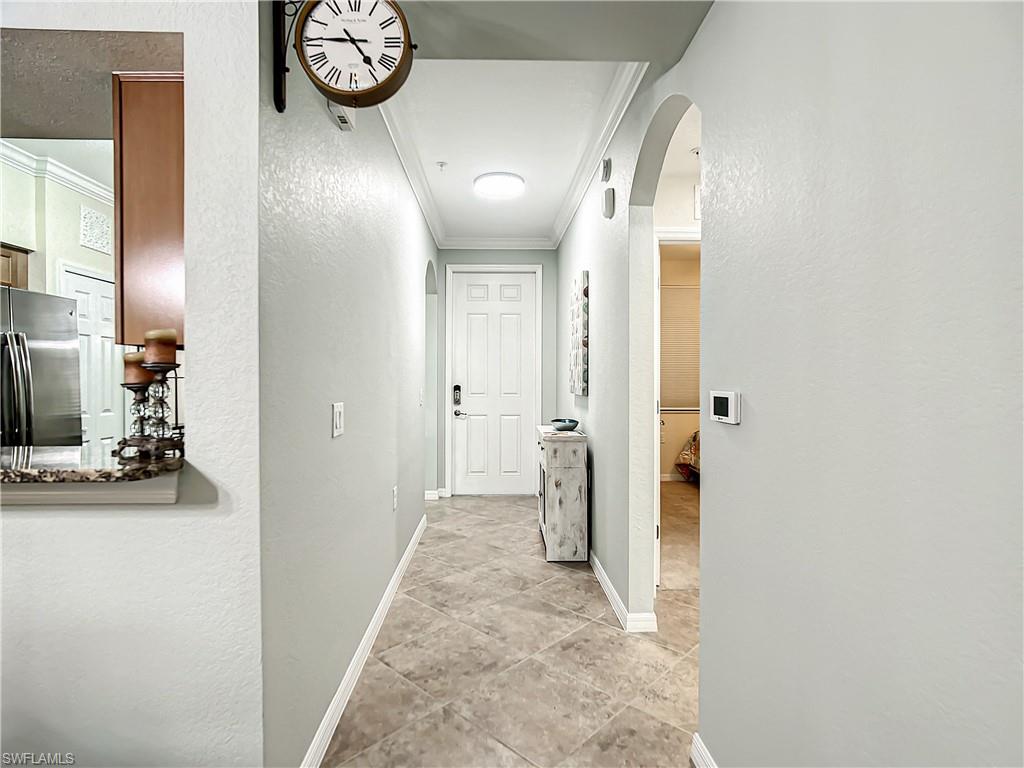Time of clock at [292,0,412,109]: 4:45
